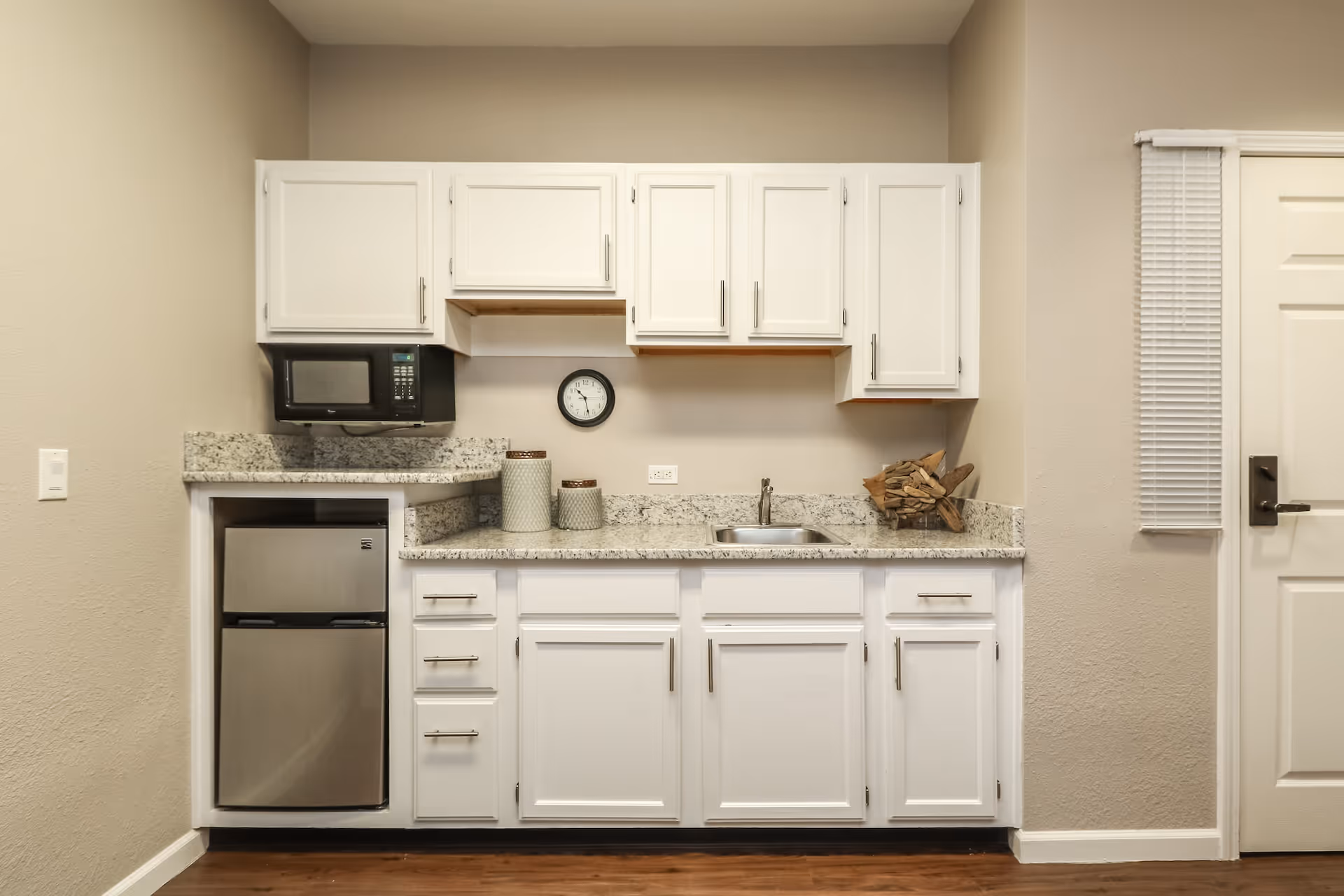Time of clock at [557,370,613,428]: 10:28
